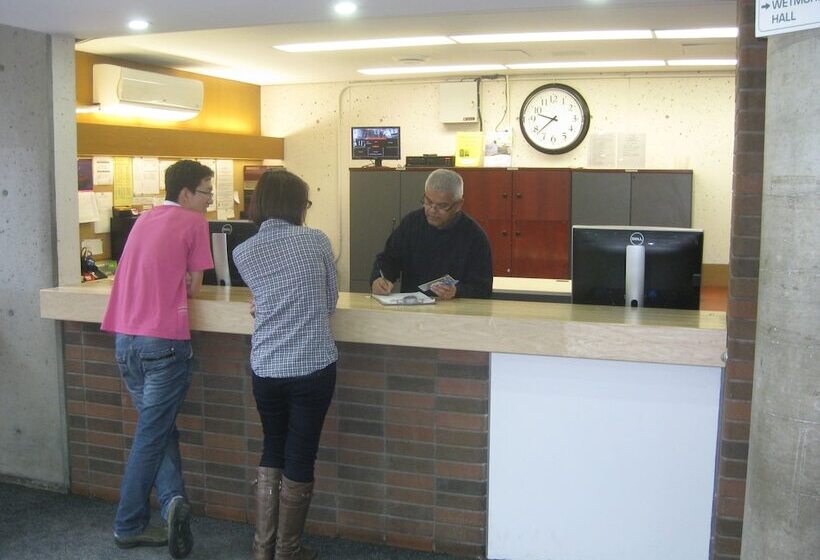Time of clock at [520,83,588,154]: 9:38
